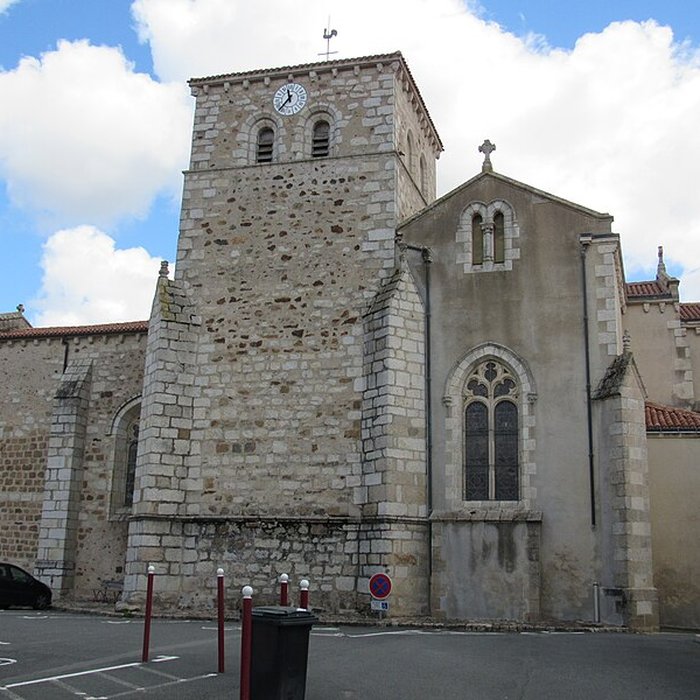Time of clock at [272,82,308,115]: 11:36
